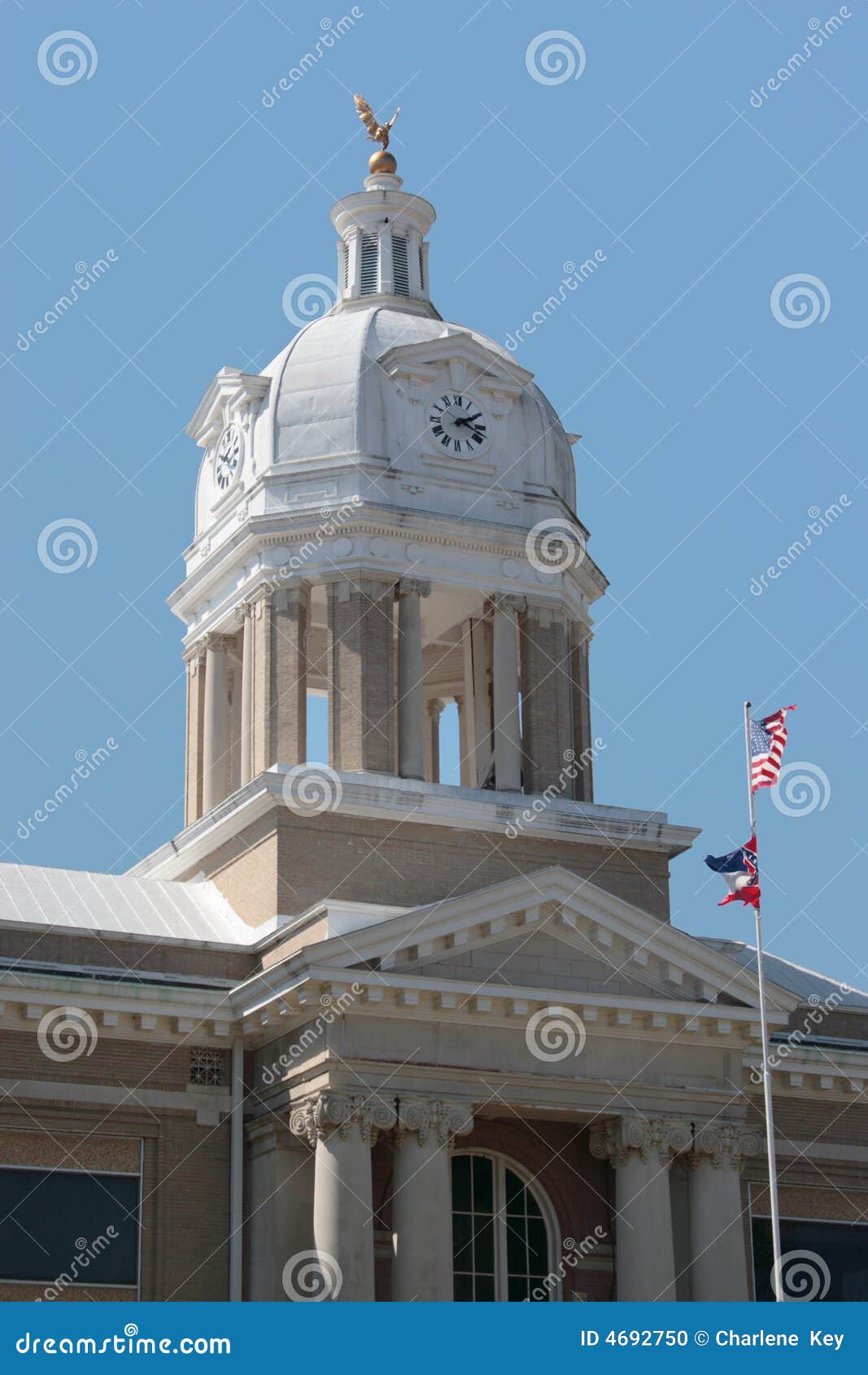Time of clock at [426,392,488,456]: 2:18
